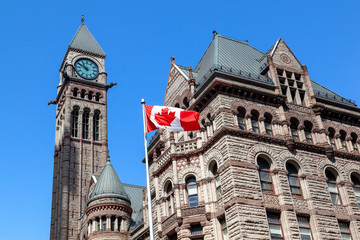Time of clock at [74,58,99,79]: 10:50
